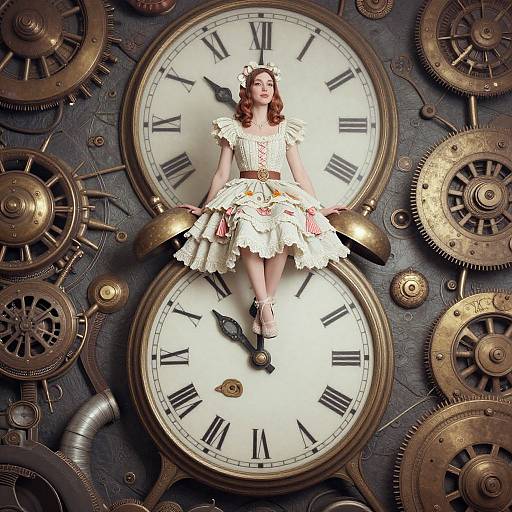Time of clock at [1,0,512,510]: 10:00
